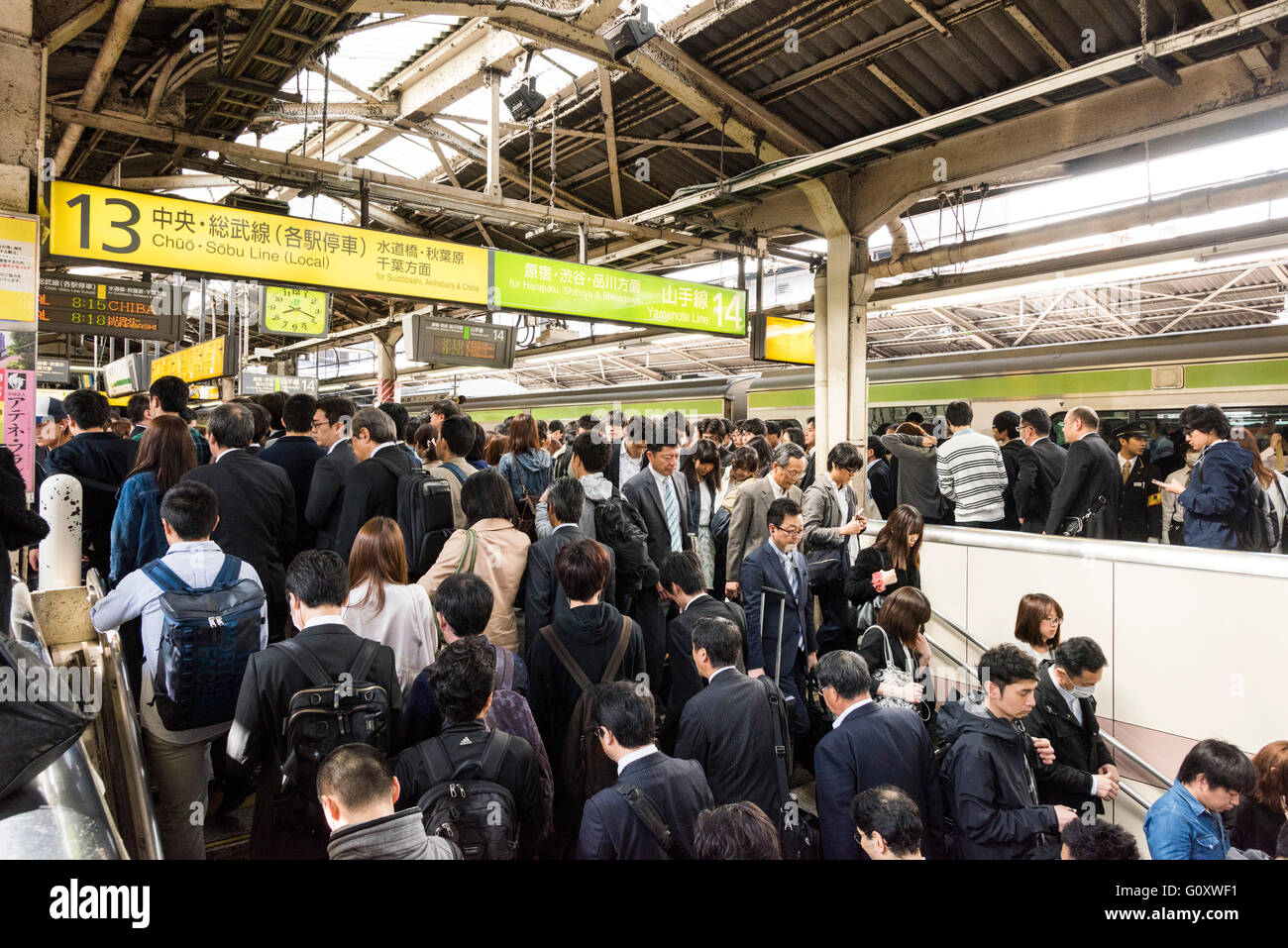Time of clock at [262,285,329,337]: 8:18
